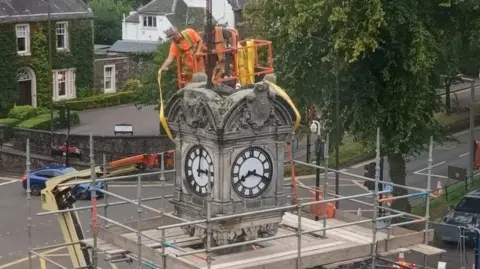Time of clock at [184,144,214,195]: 3:00
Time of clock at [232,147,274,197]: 8:18
